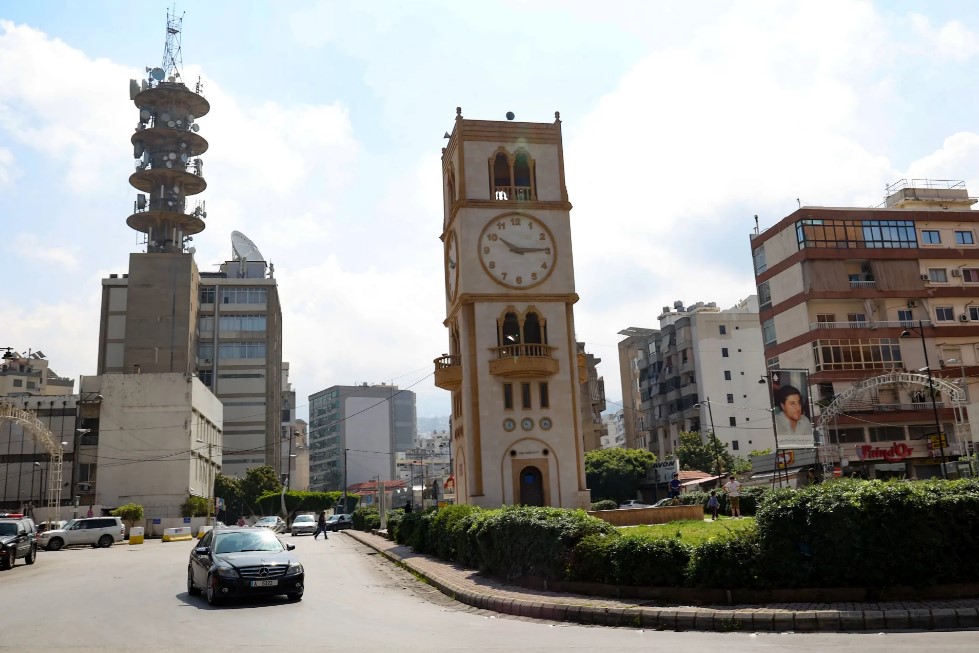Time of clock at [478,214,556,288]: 10:14
